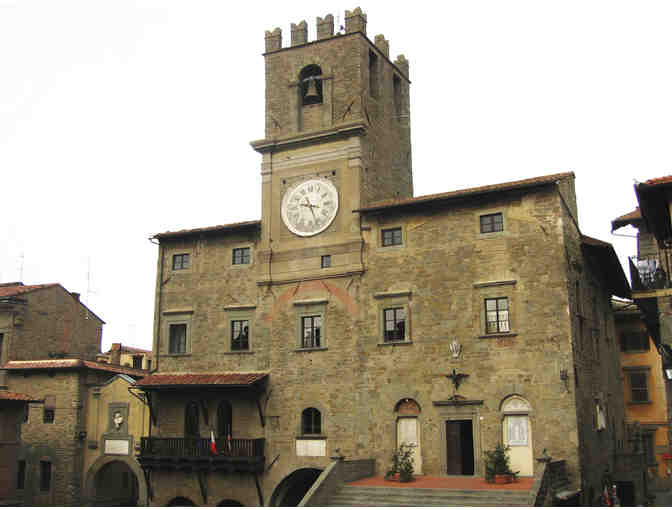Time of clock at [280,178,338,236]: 9:26
